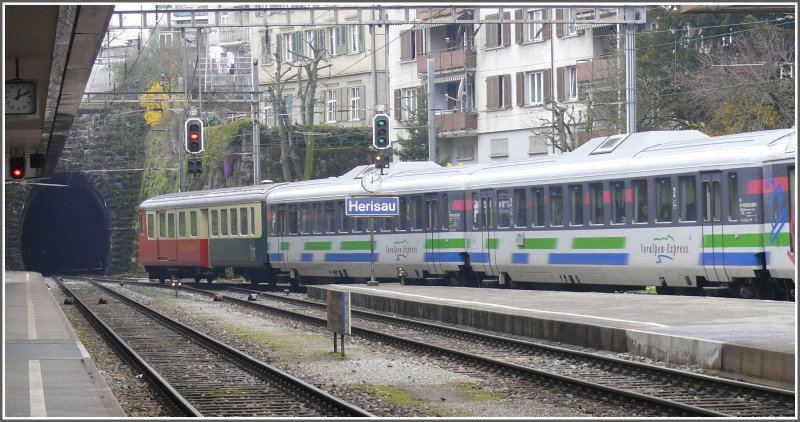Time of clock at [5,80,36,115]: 12:10
